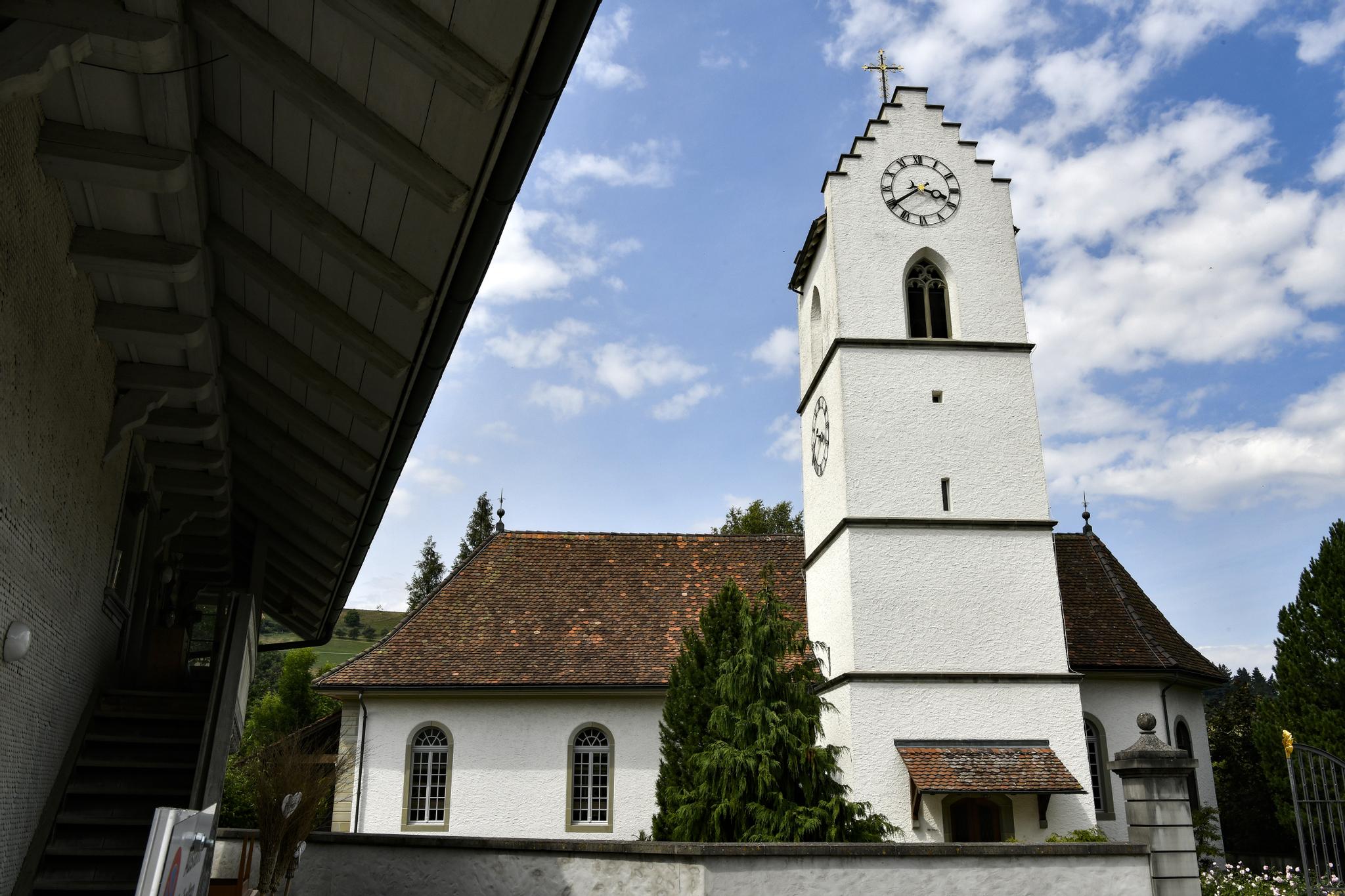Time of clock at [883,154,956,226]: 3:39
